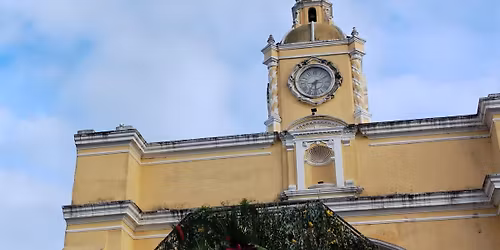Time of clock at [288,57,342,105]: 6:10
